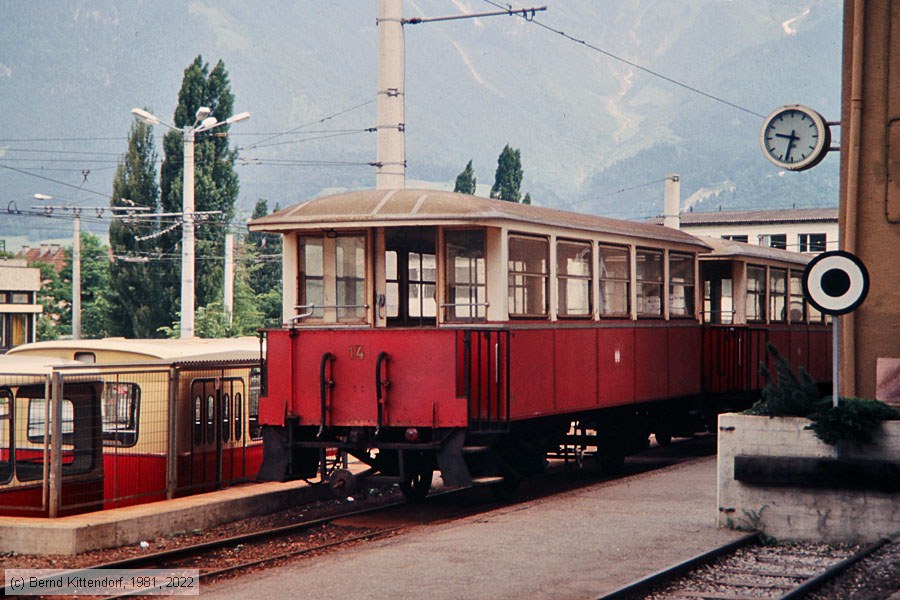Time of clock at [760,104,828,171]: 9:32
